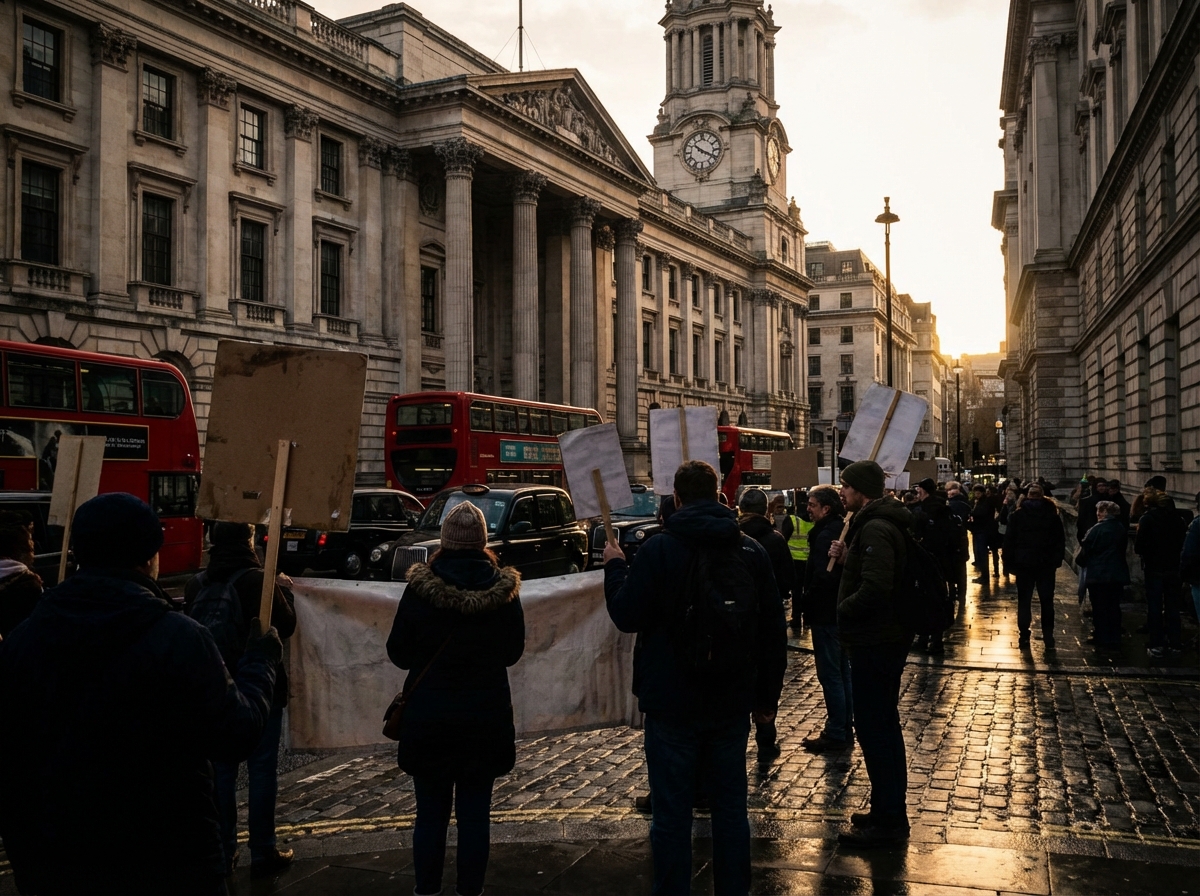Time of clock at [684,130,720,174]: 10:19
